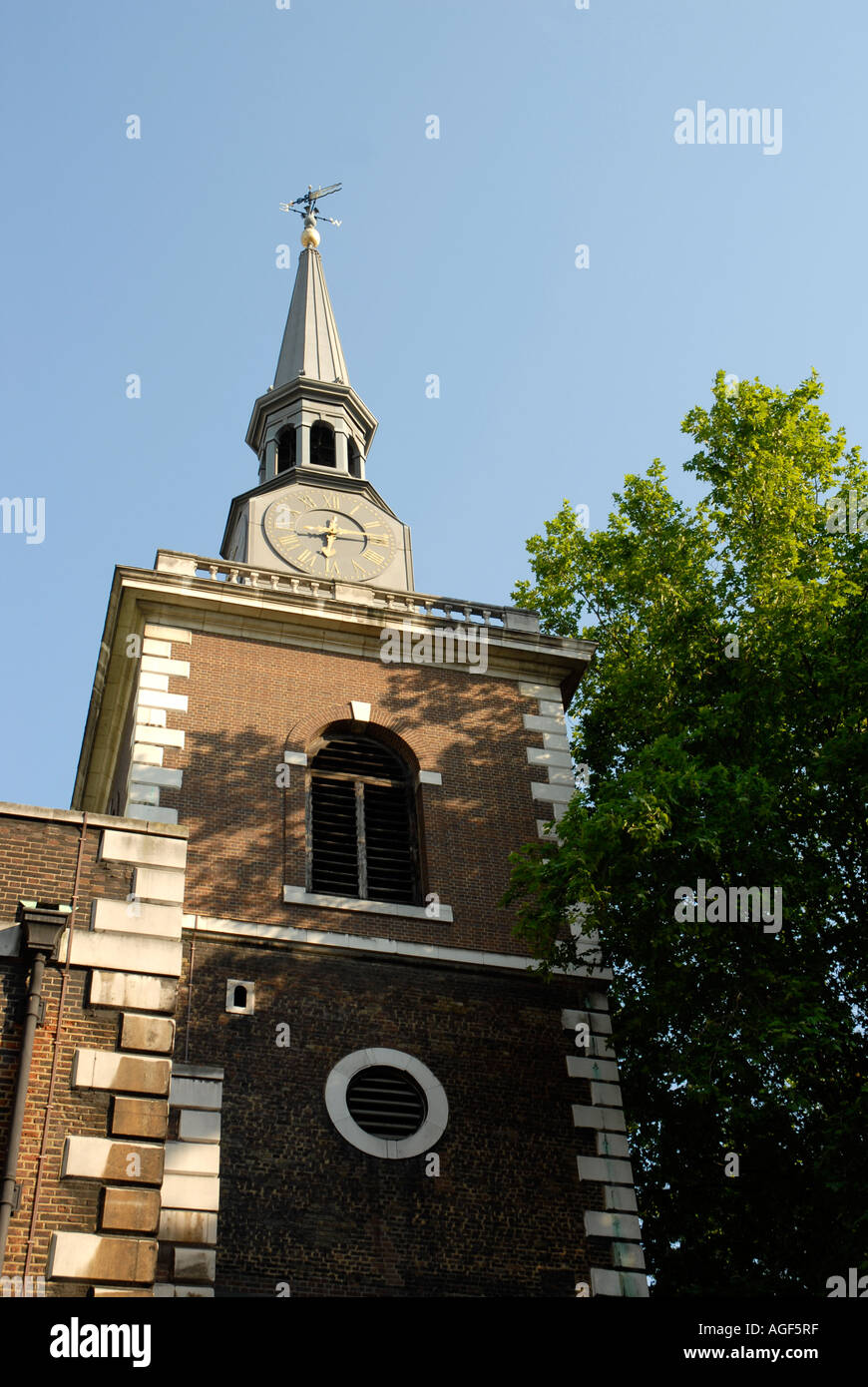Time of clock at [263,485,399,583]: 6:15
